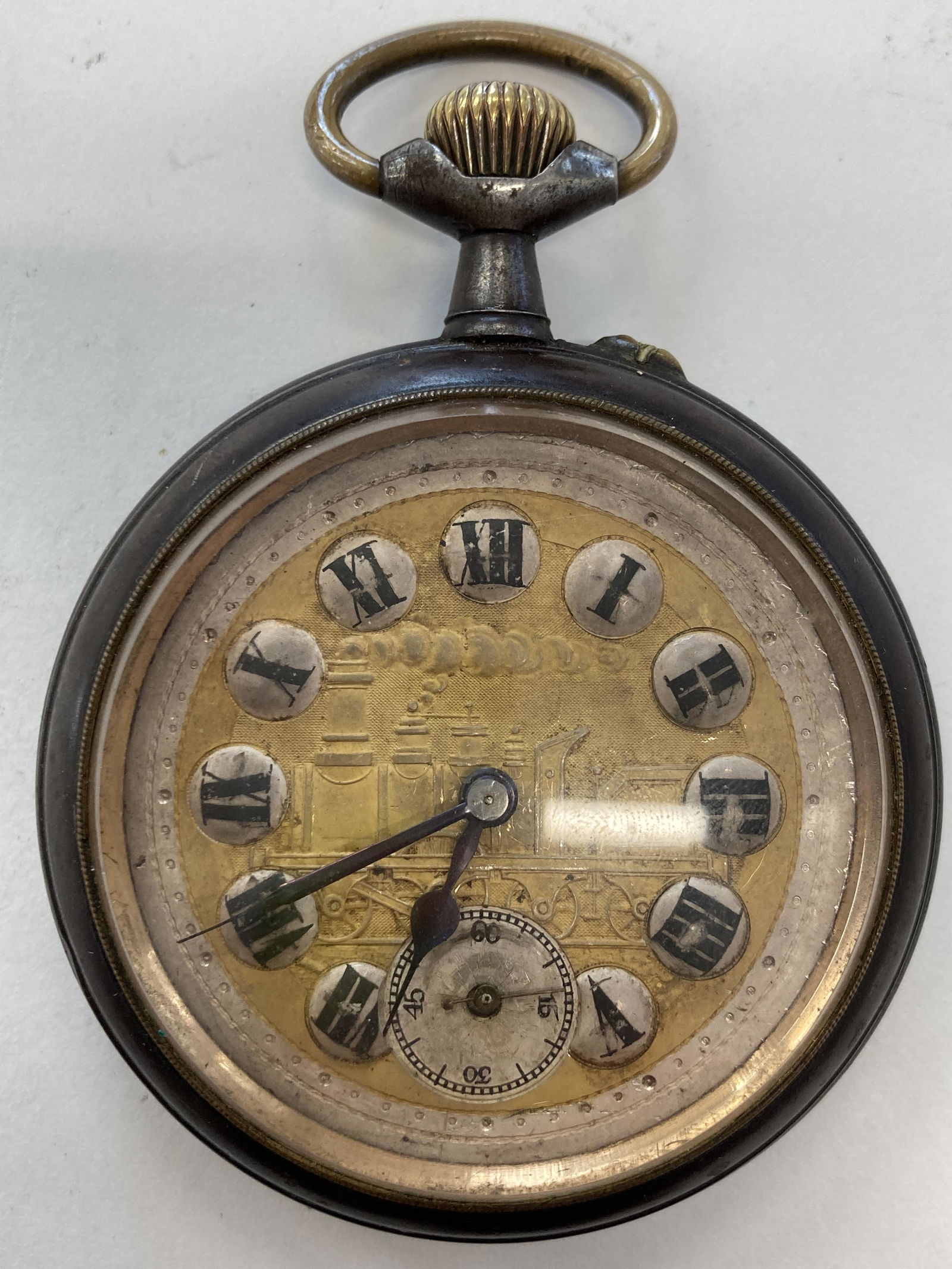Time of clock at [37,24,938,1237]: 6:40
